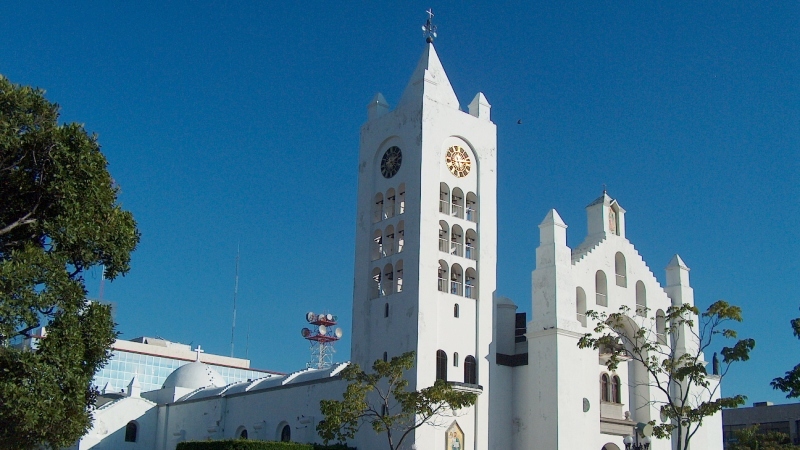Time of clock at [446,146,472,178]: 6:14
